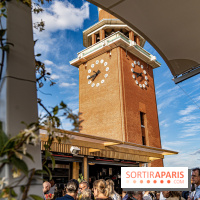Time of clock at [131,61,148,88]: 7:43
